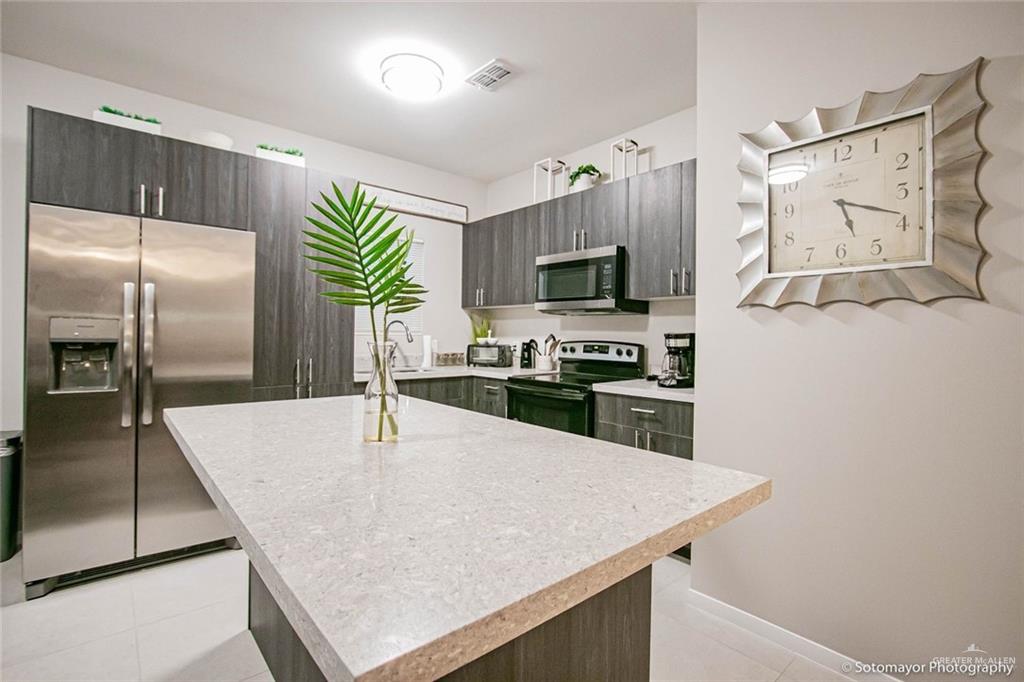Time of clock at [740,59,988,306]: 5:18
